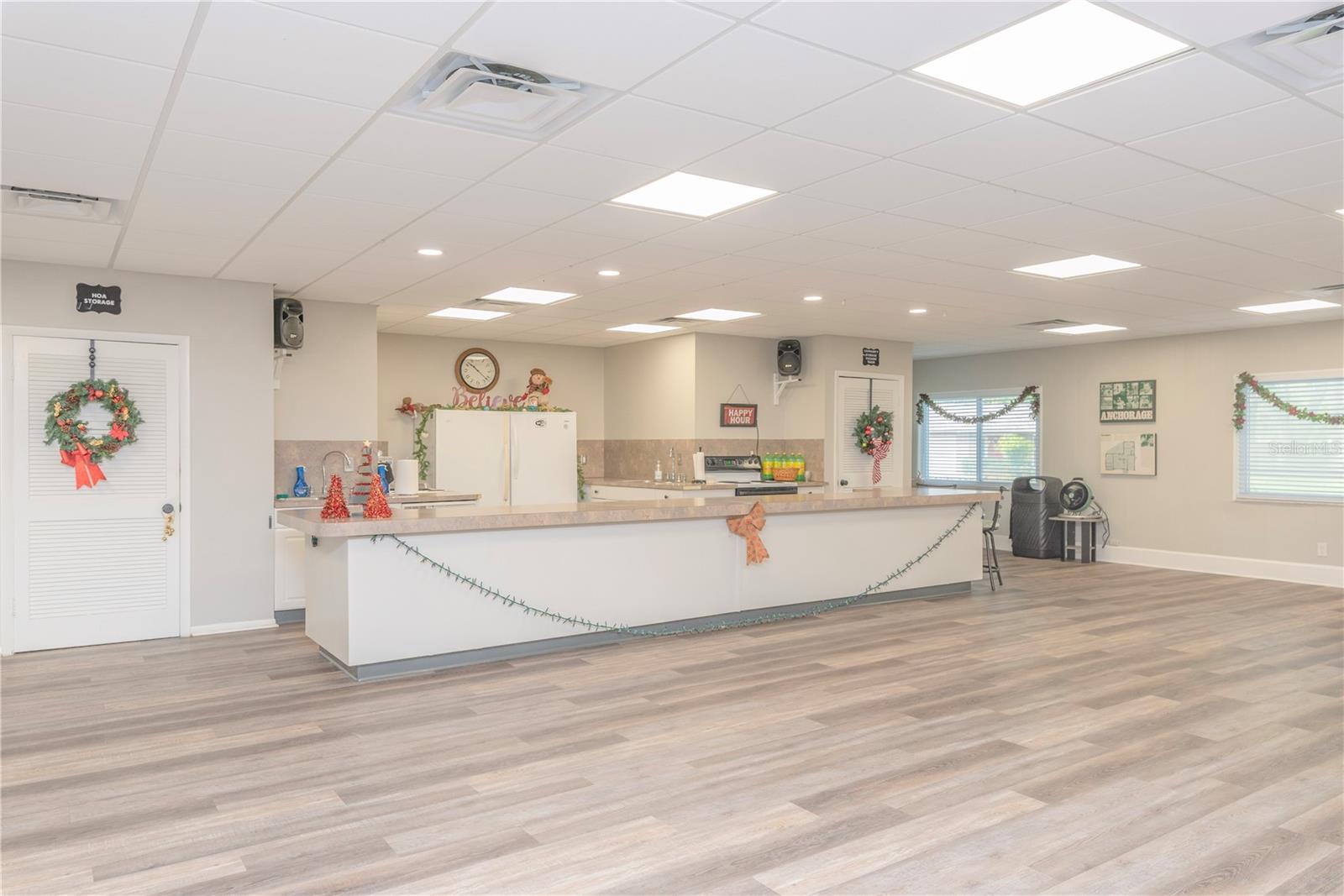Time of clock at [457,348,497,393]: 10:22
